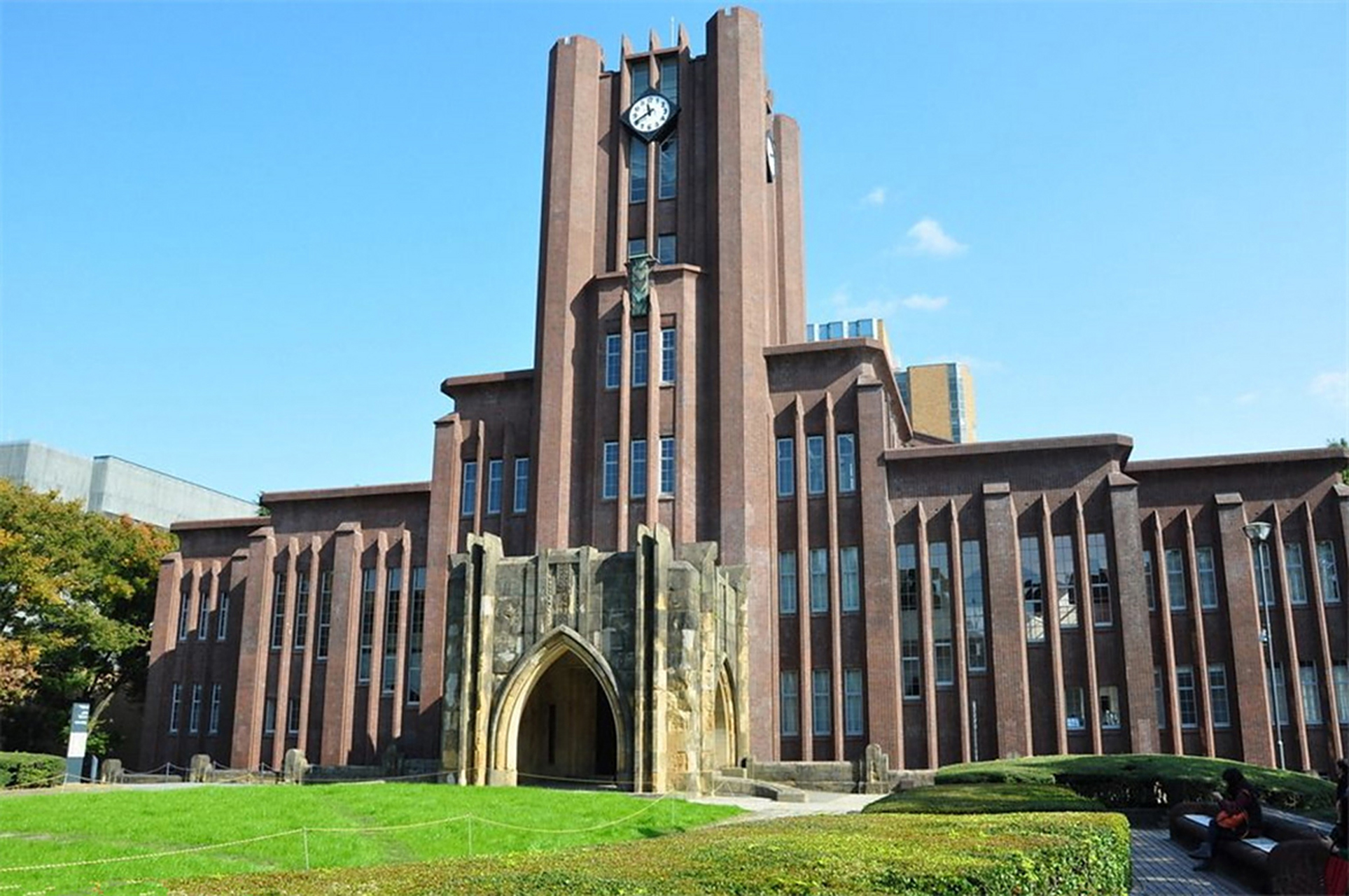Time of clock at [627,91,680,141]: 11:40
